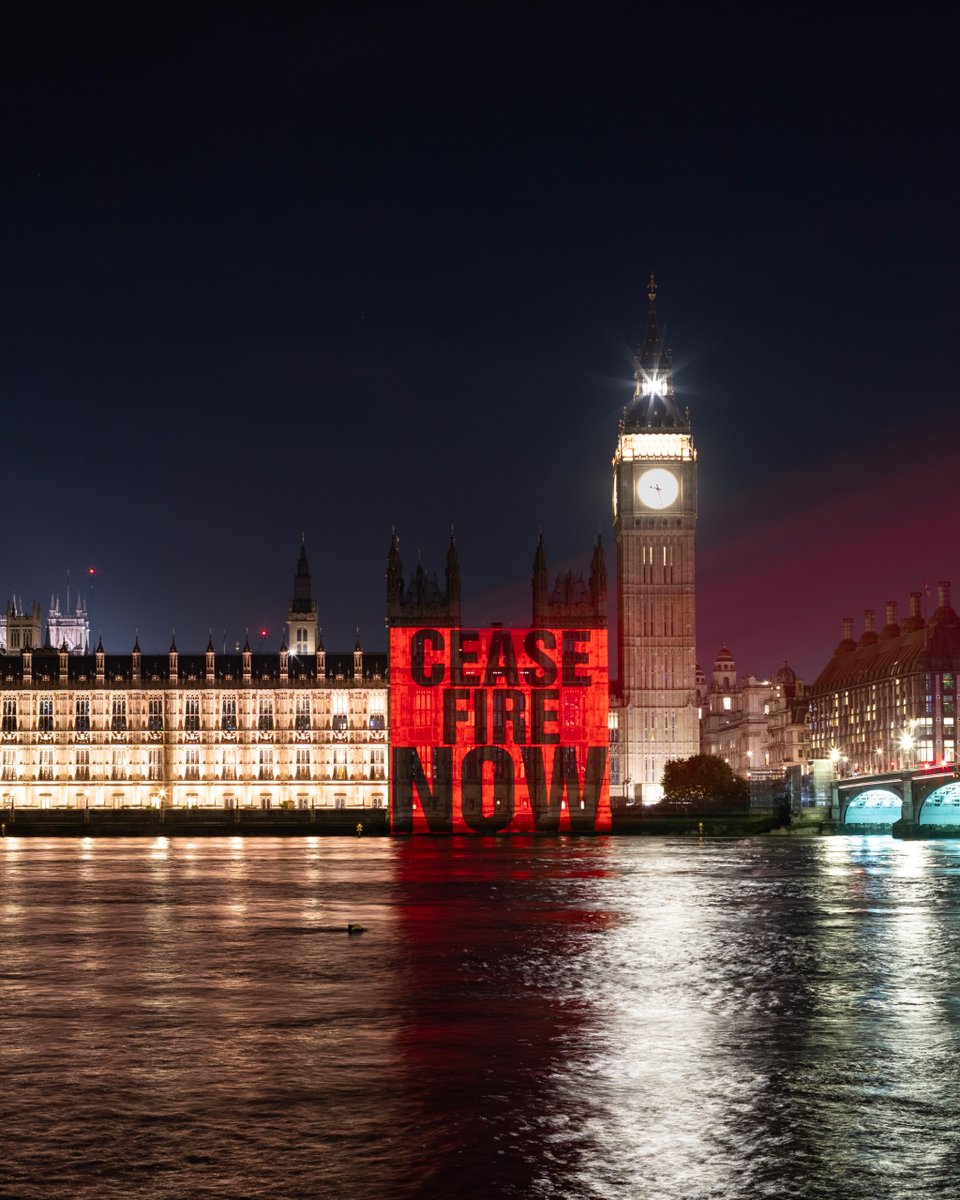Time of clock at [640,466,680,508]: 9:27
